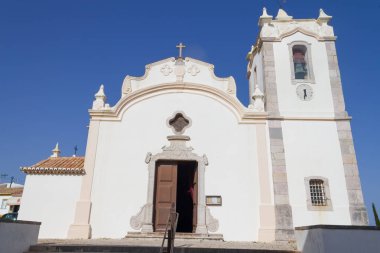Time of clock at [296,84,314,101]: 5:31
